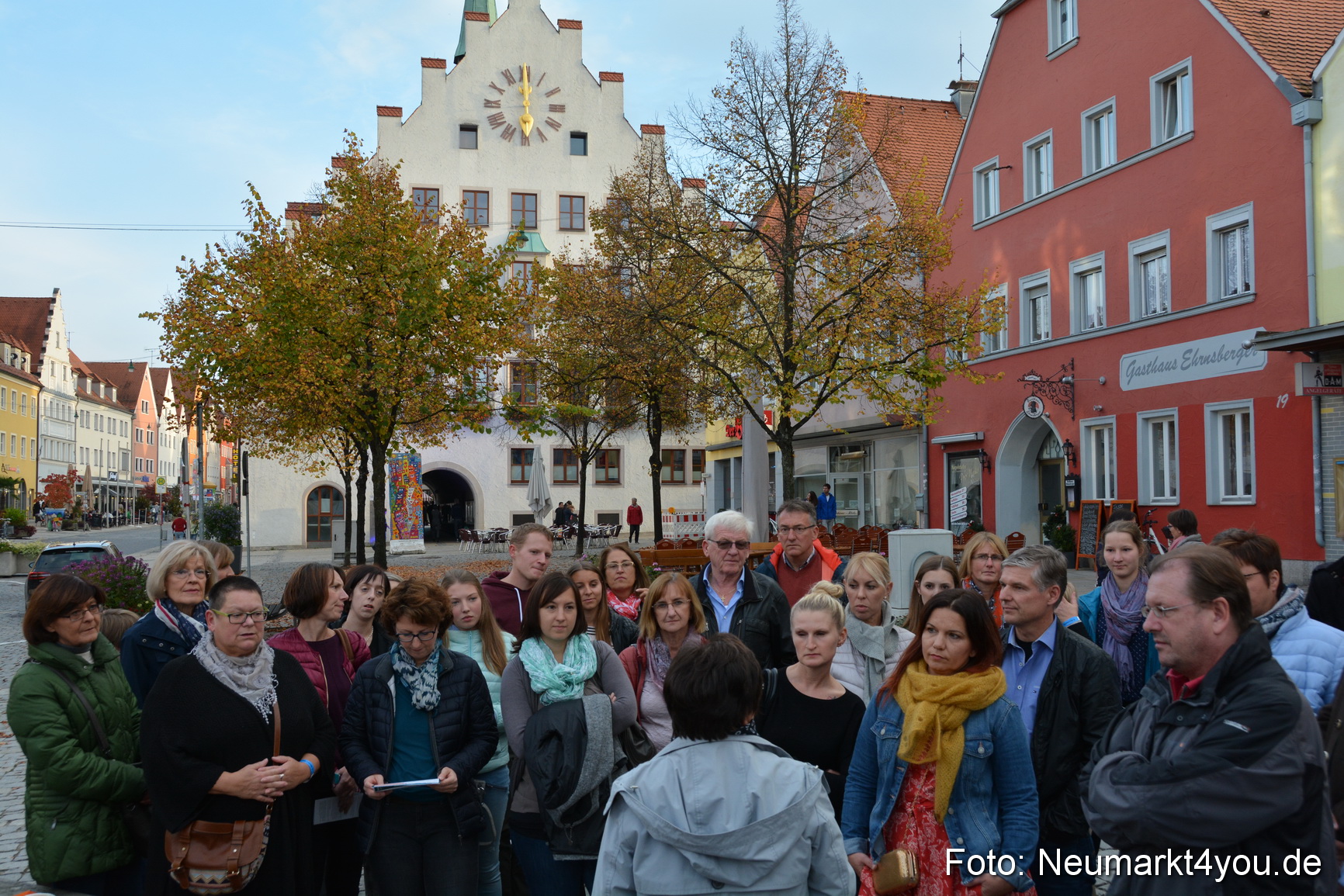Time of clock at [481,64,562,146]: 6:00
